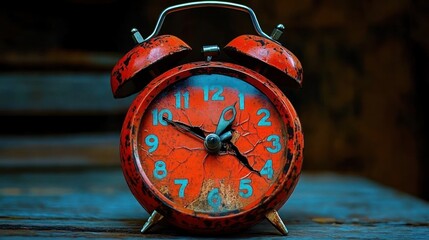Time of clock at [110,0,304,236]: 12:49
